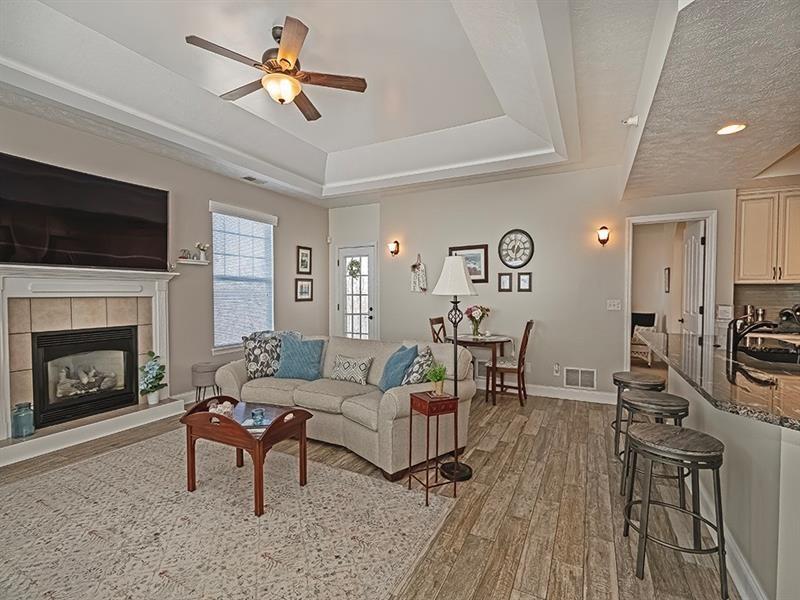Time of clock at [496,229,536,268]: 6:14
